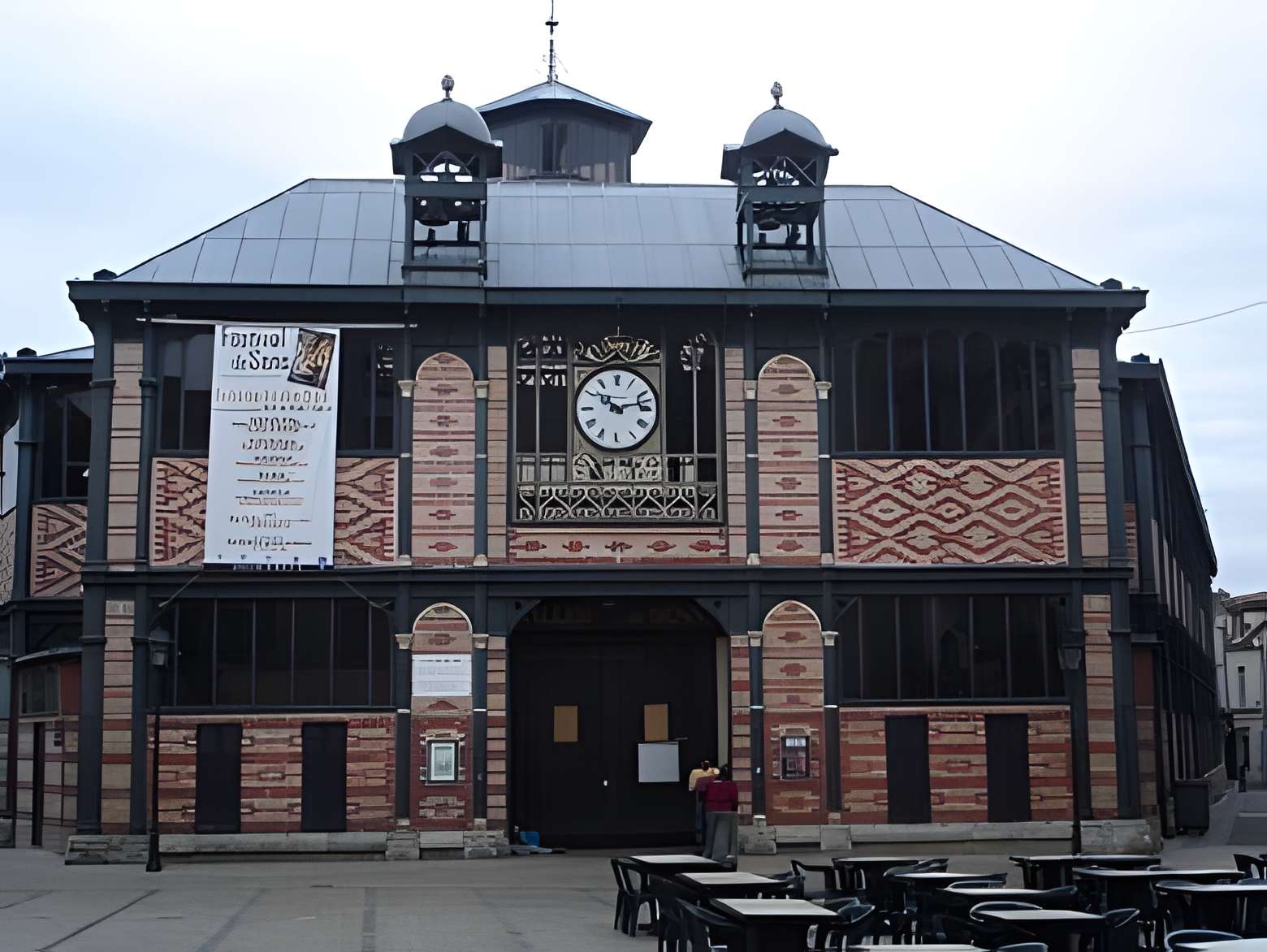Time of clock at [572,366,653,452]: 10:13
